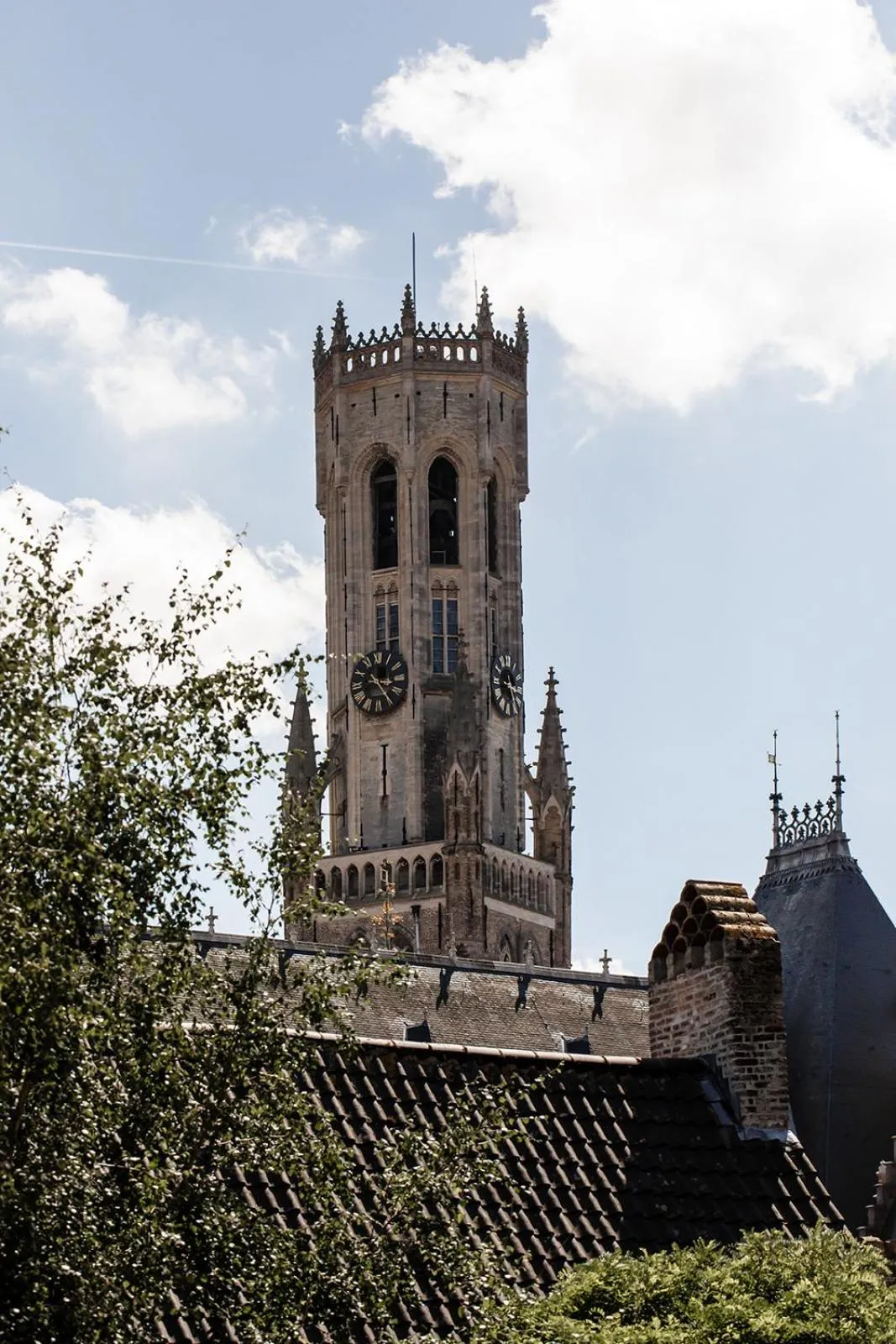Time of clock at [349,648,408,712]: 3:24
